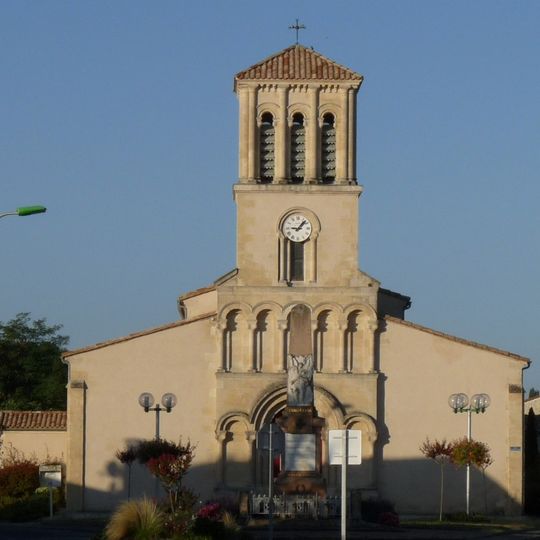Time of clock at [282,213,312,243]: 9:07
